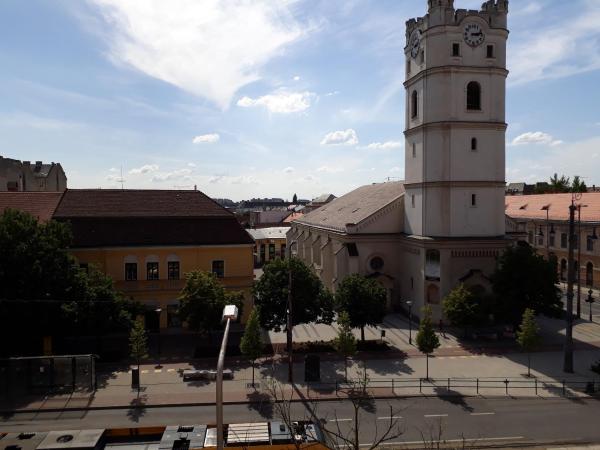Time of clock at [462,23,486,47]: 3:12
